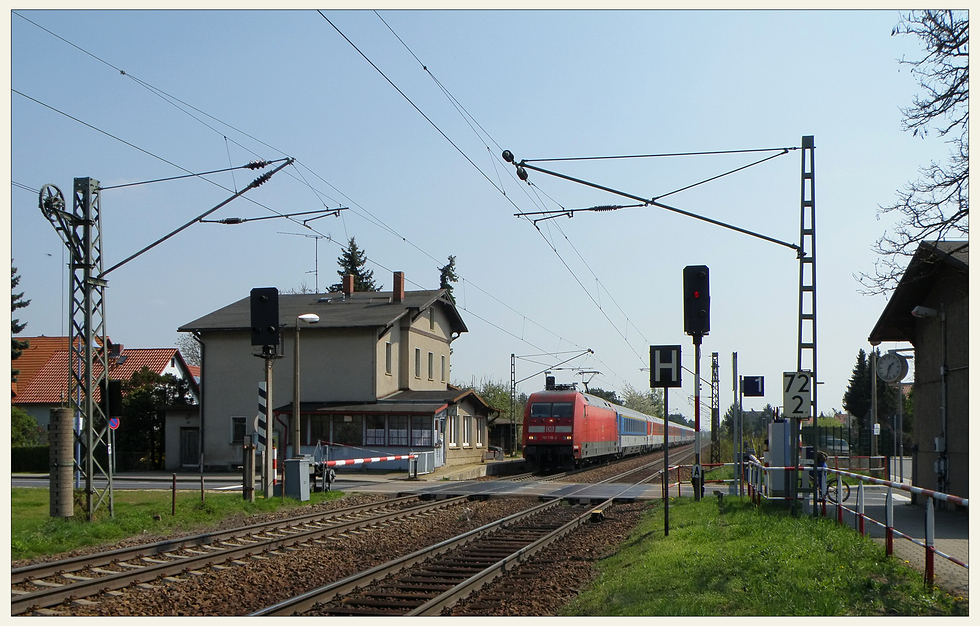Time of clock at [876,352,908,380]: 1:33
